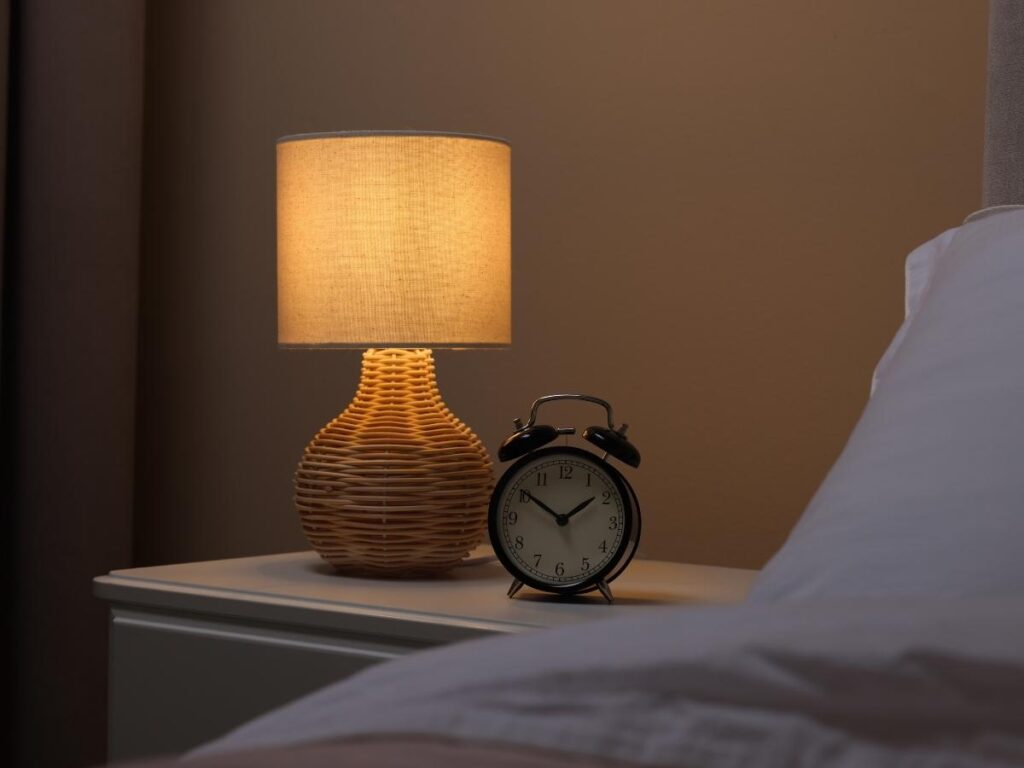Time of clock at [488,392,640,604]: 1:50
